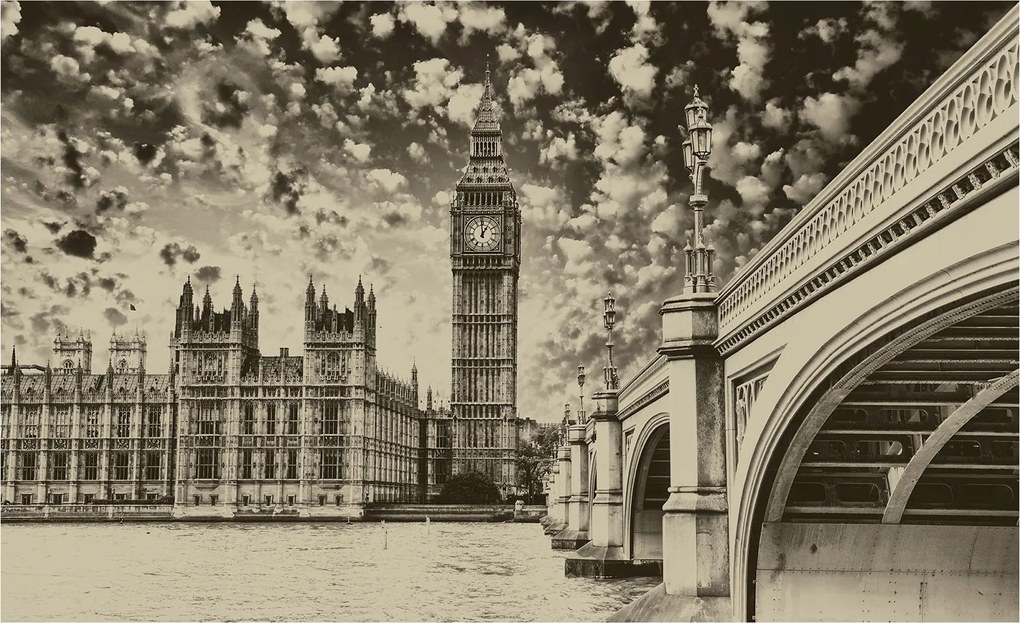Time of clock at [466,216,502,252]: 12:59
